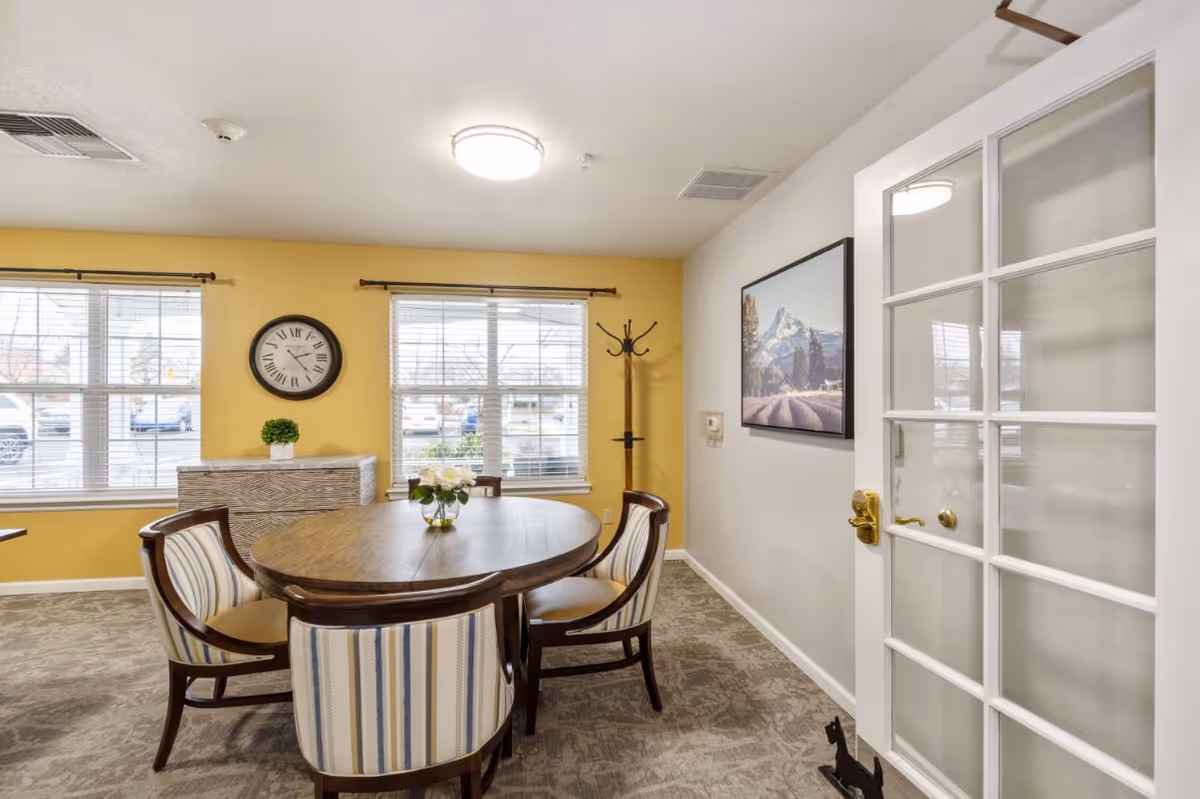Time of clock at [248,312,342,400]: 2:23
